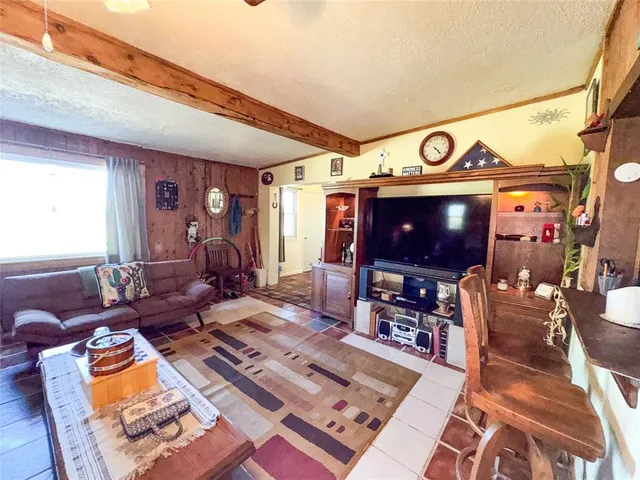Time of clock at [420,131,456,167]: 4:23
